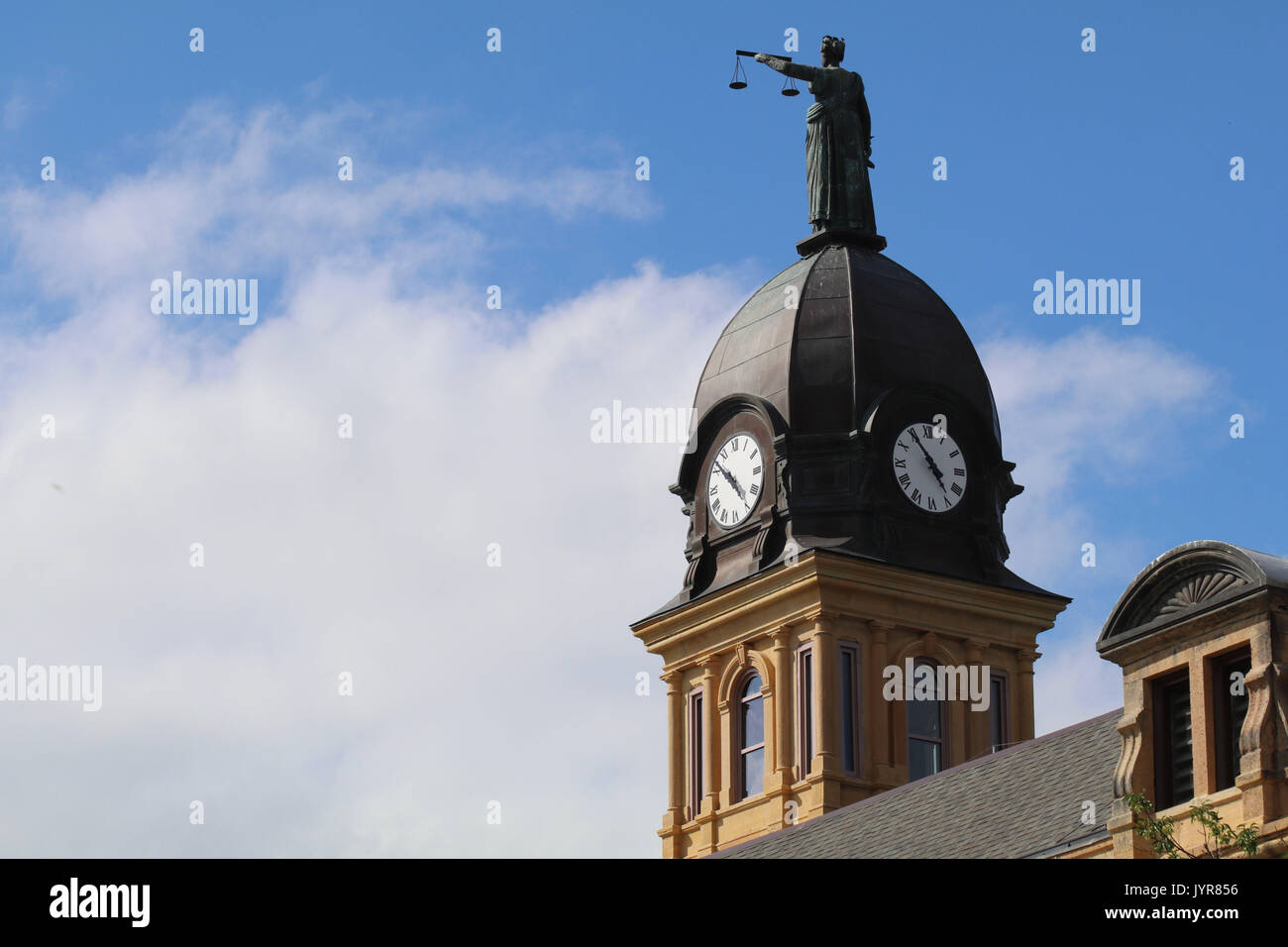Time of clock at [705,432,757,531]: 4:52
